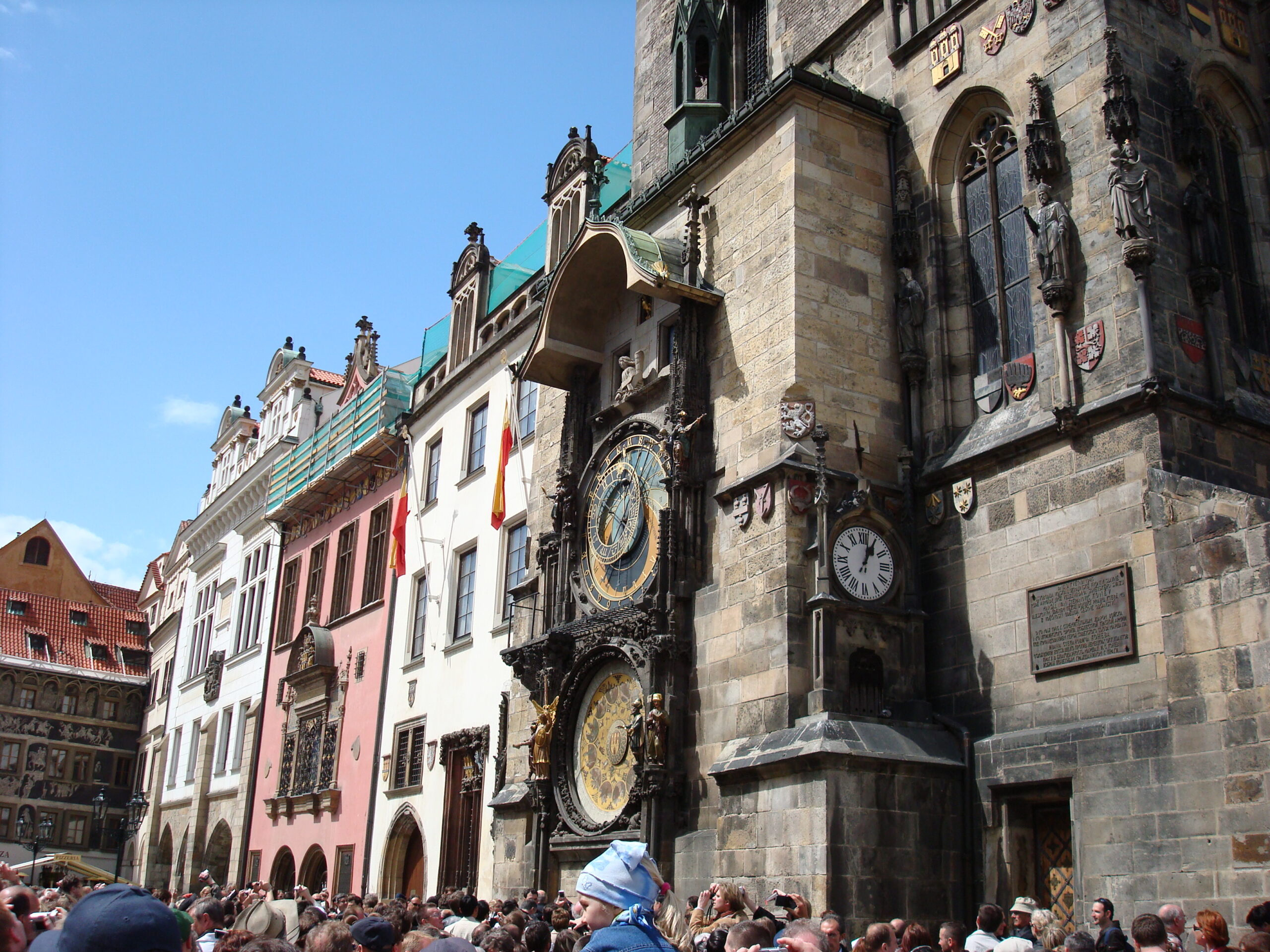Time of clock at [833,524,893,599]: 1:02
